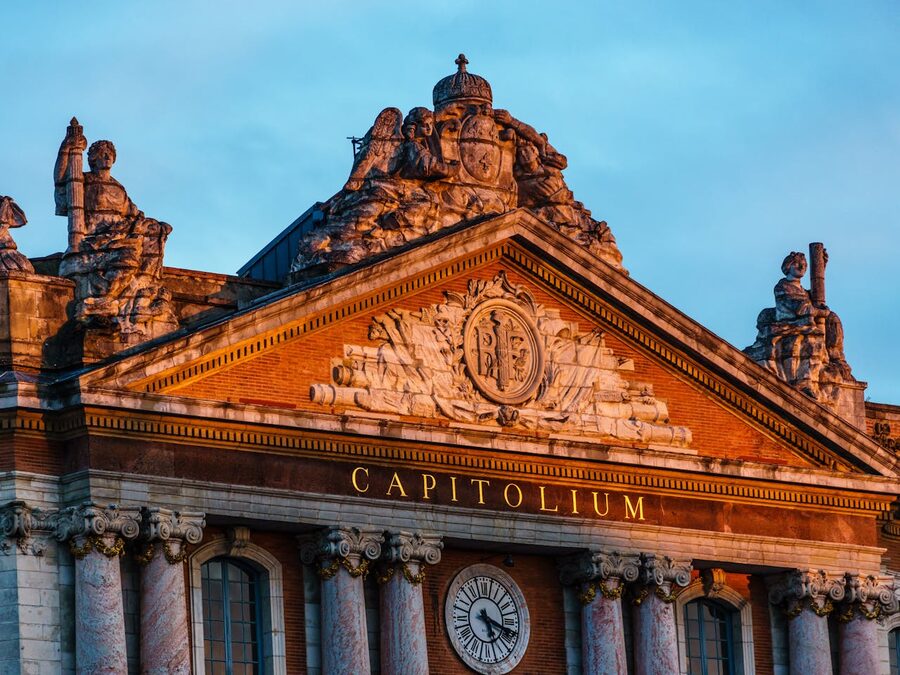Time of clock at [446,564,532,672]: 5:18
